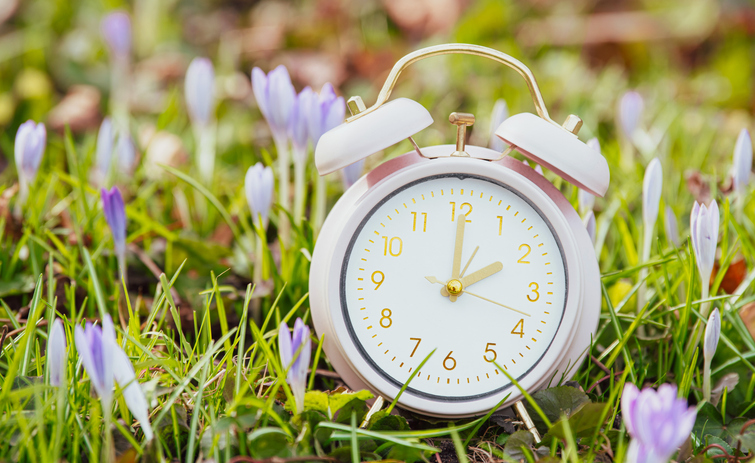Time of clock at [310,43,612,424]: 2:00
